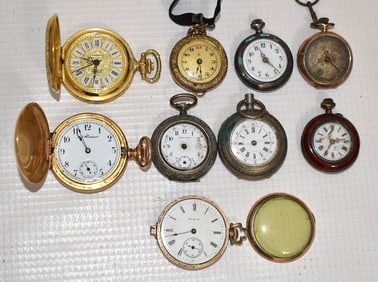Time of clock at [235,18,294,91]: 11:23
